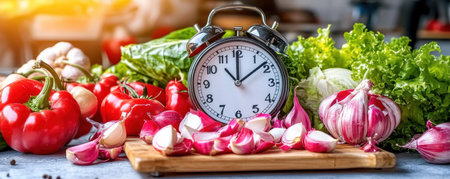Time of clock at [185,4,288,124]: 12:08
